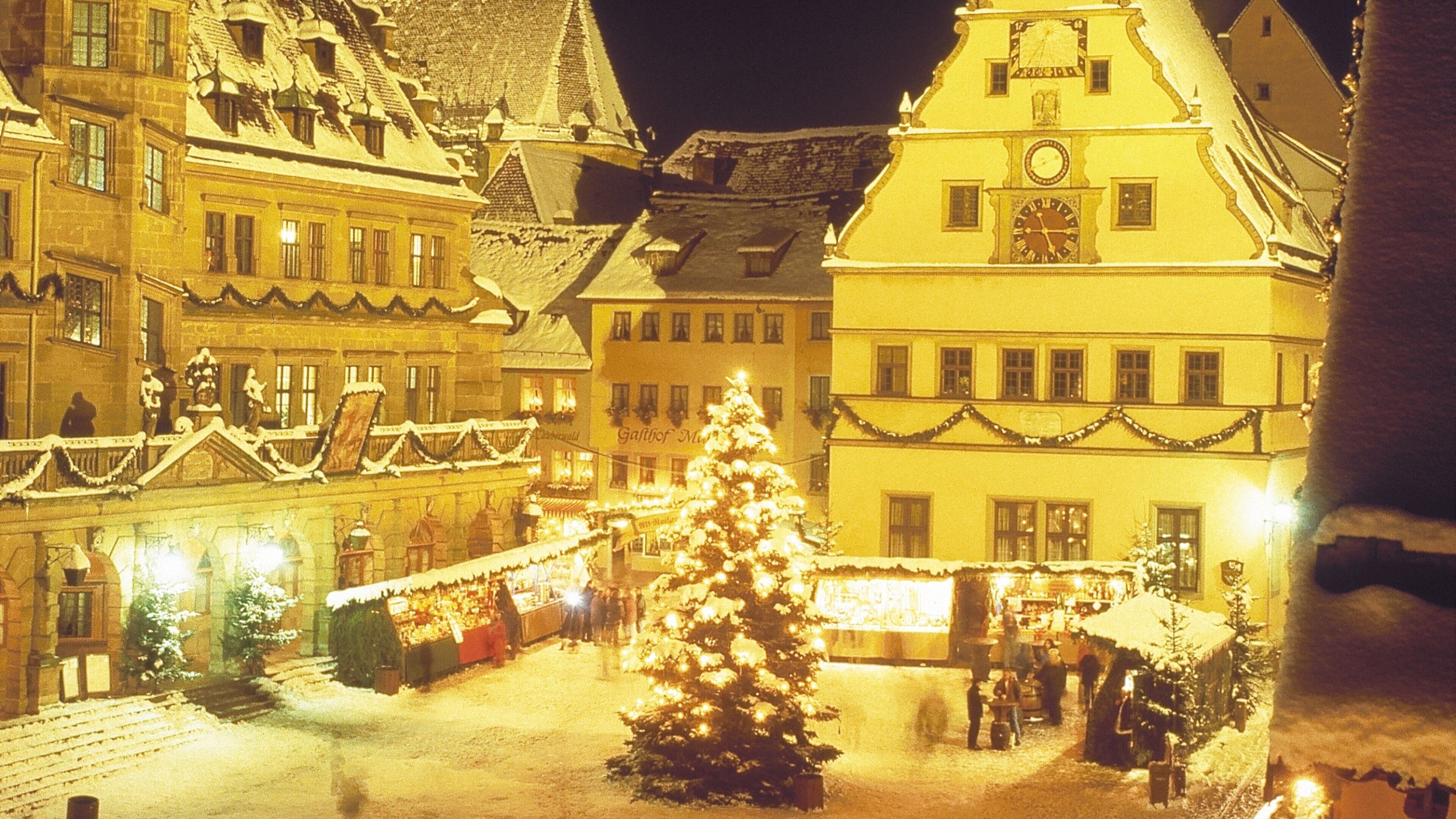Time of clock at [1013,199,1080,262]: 5:15
